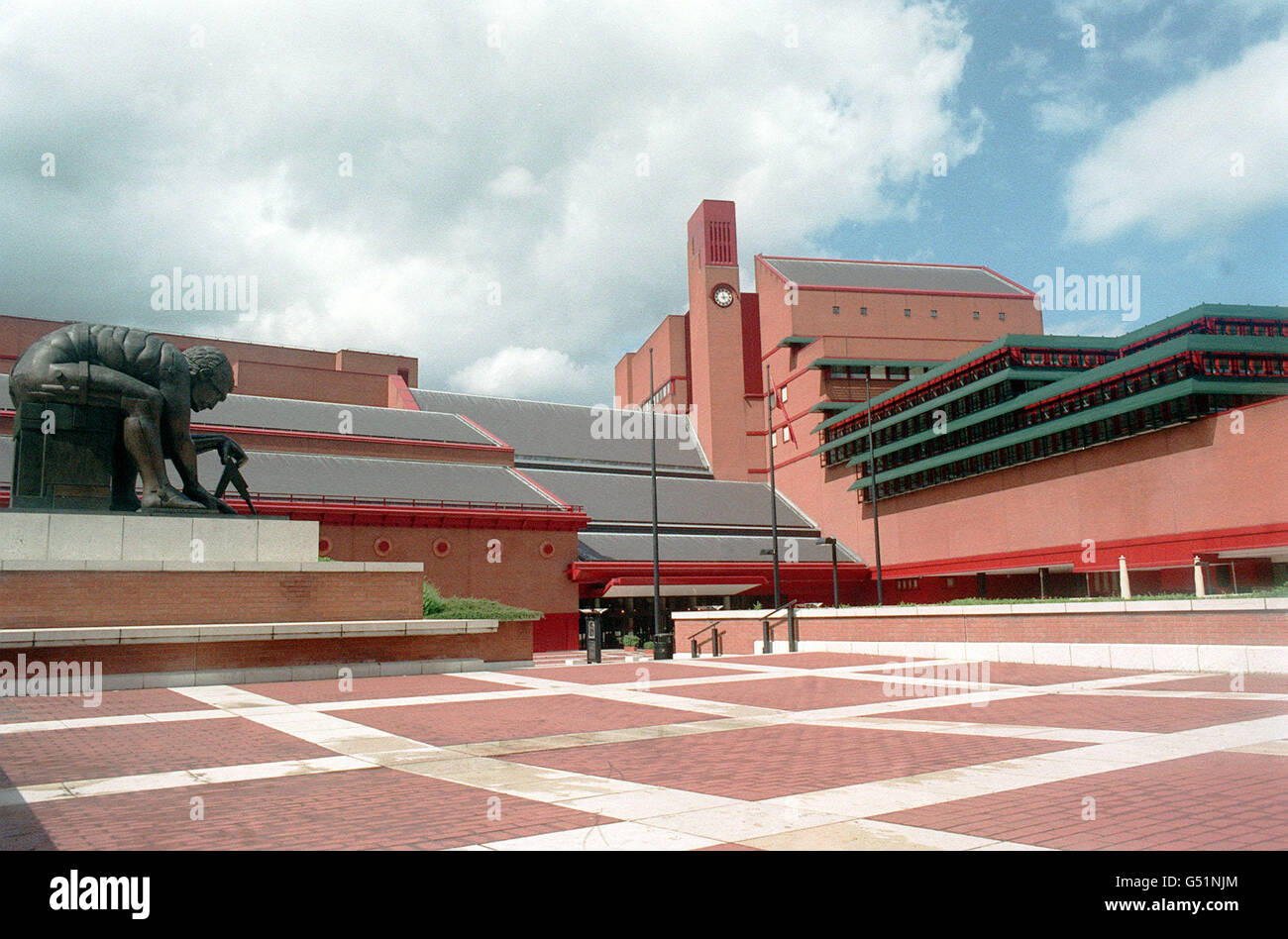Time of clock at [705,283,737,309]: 2:58
